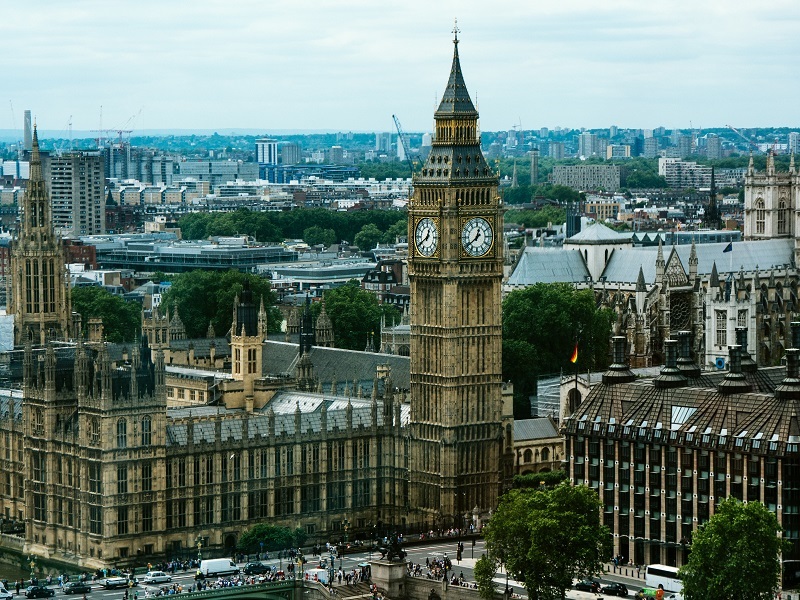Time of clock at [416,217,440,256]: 12:40
